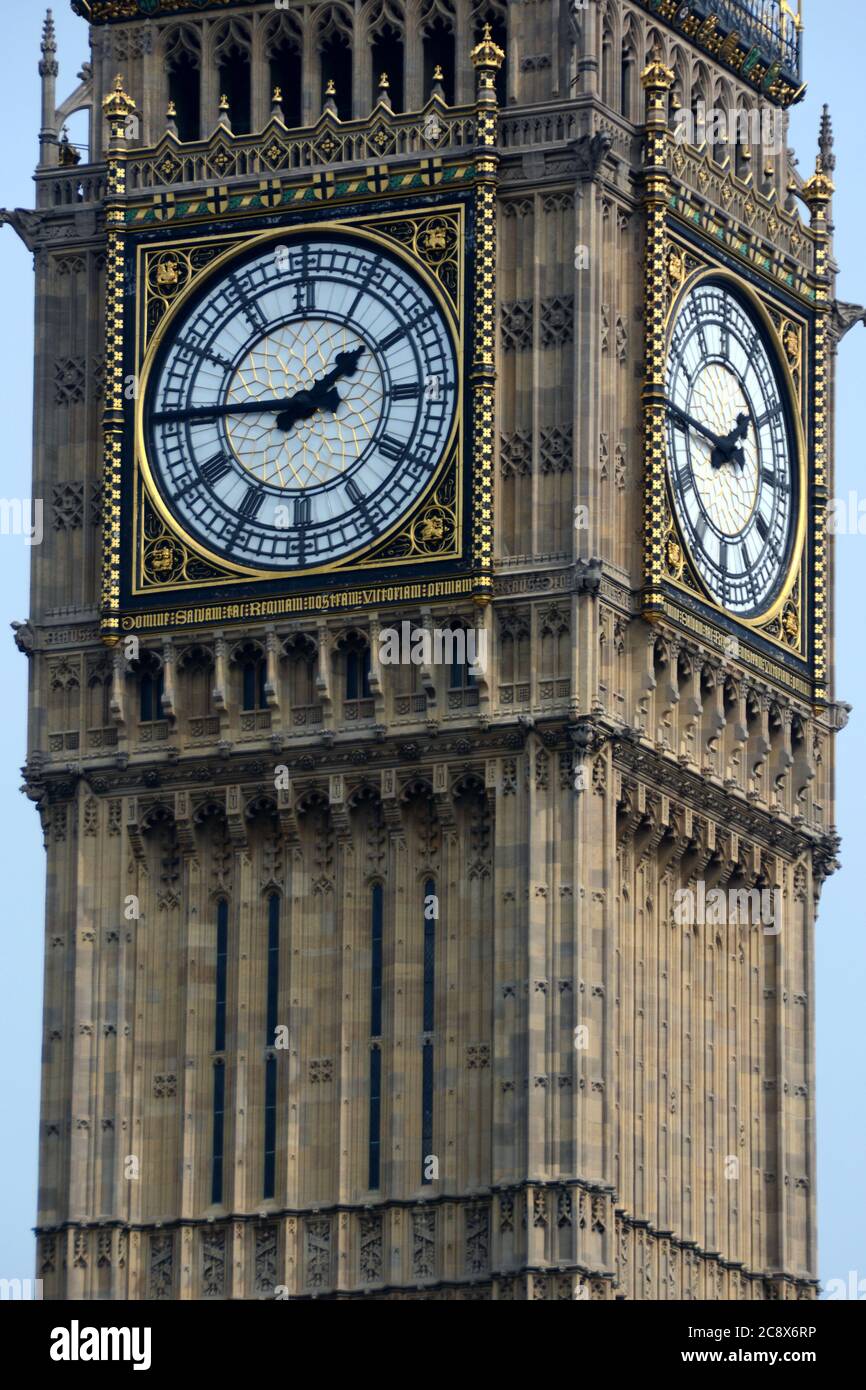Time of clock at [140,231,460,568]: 1:45
